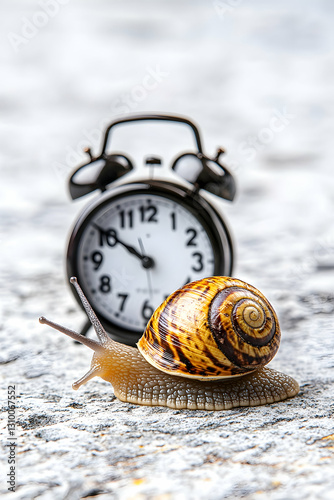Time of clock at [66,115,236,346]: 9:50
